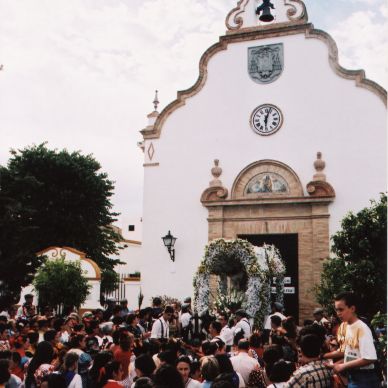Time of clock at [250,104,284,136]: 6:02
